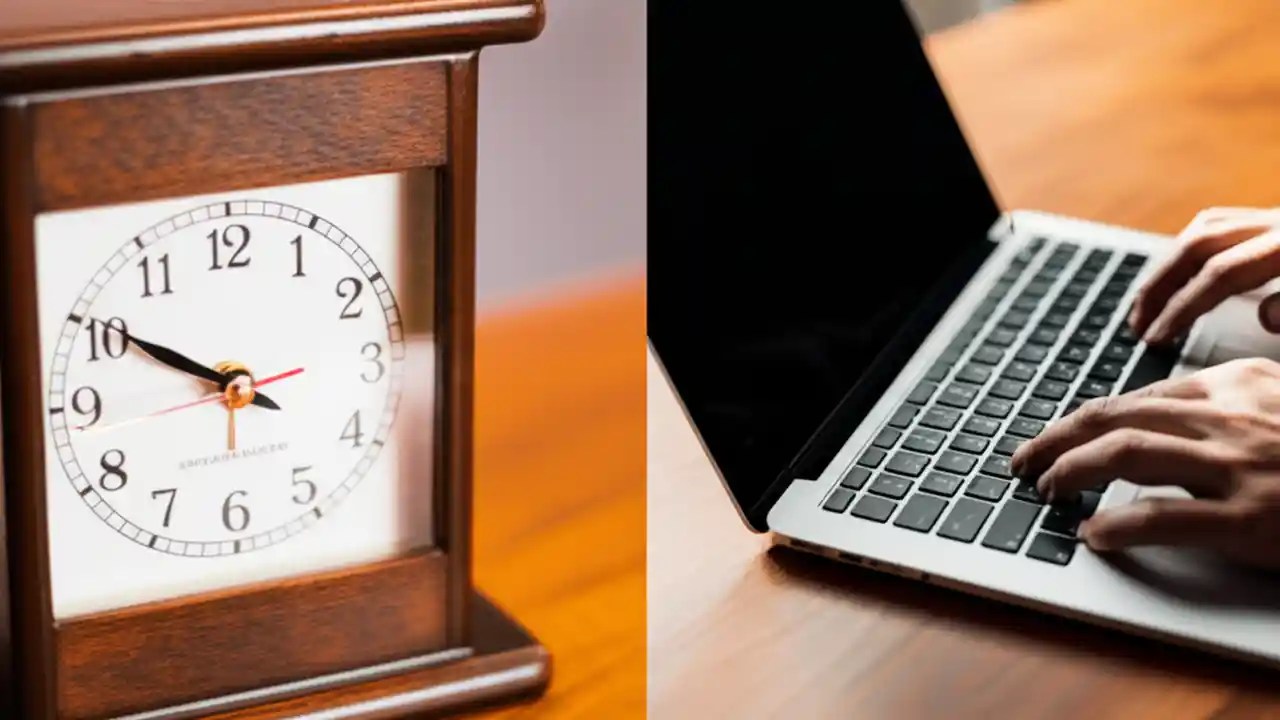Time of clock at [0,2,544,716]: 9:50
